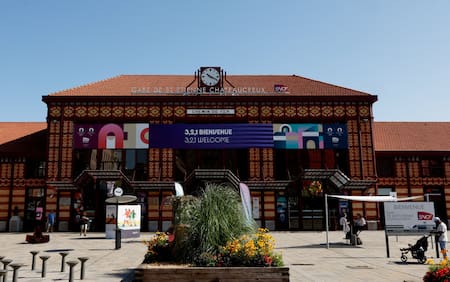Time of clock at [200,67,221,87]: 10:19
